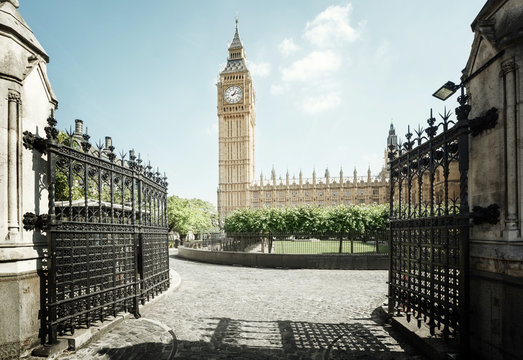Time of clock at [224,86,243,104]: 1:12
